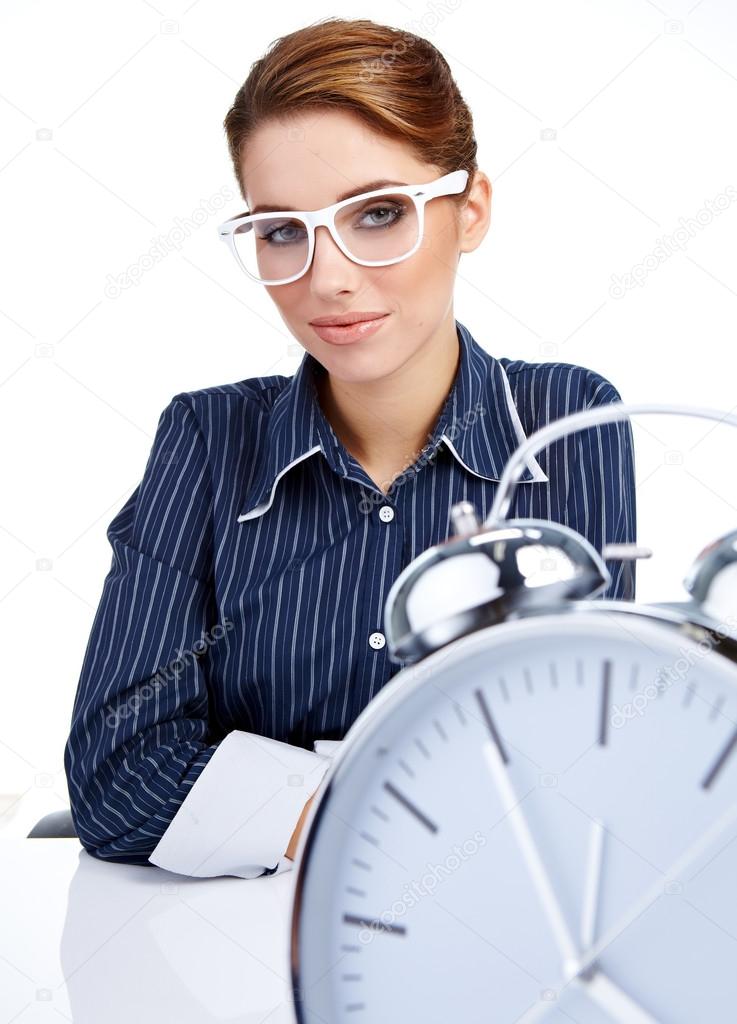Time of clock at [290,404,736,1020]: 11:54
